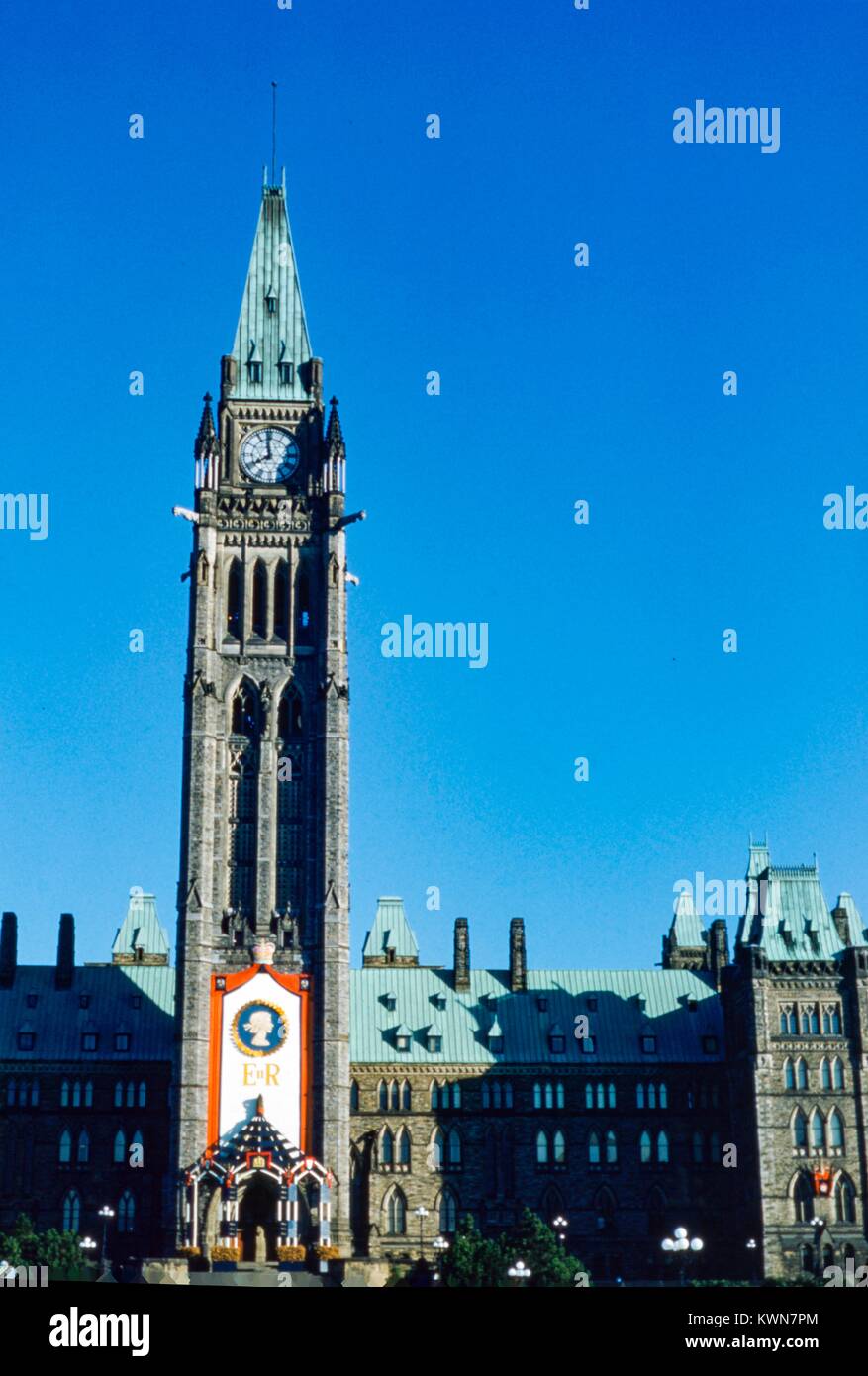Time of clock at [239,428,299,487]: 7:58
